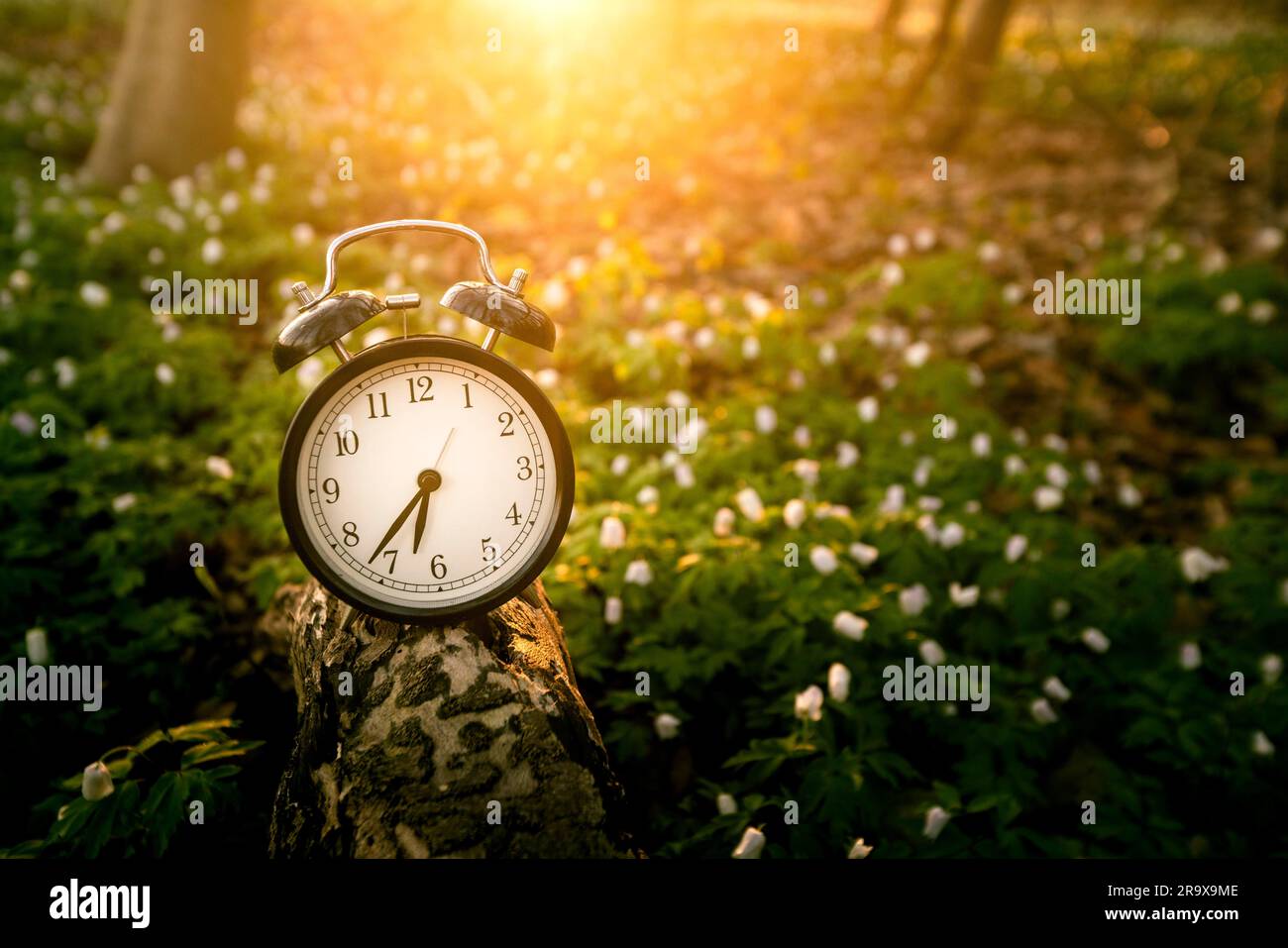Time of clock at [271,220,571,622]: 6:36
